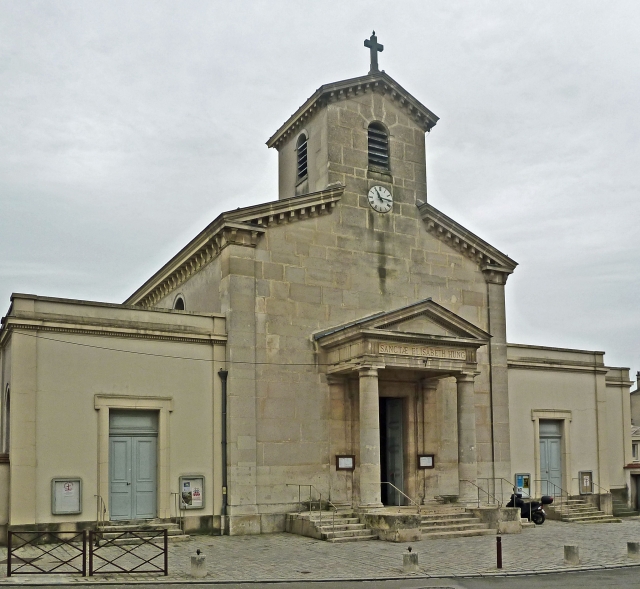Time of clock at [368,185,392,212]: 11:14
